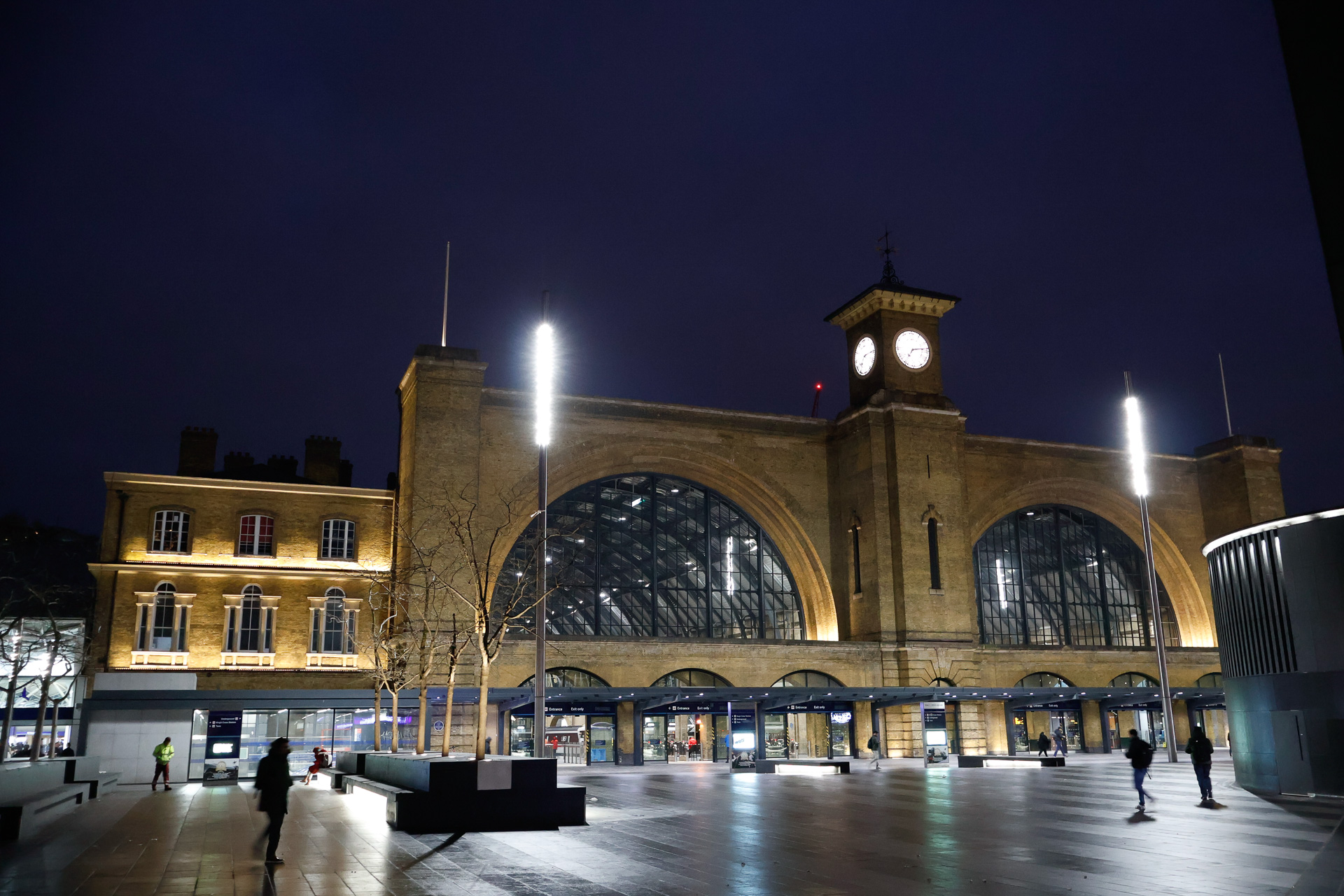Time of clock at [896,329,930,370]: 7:13
